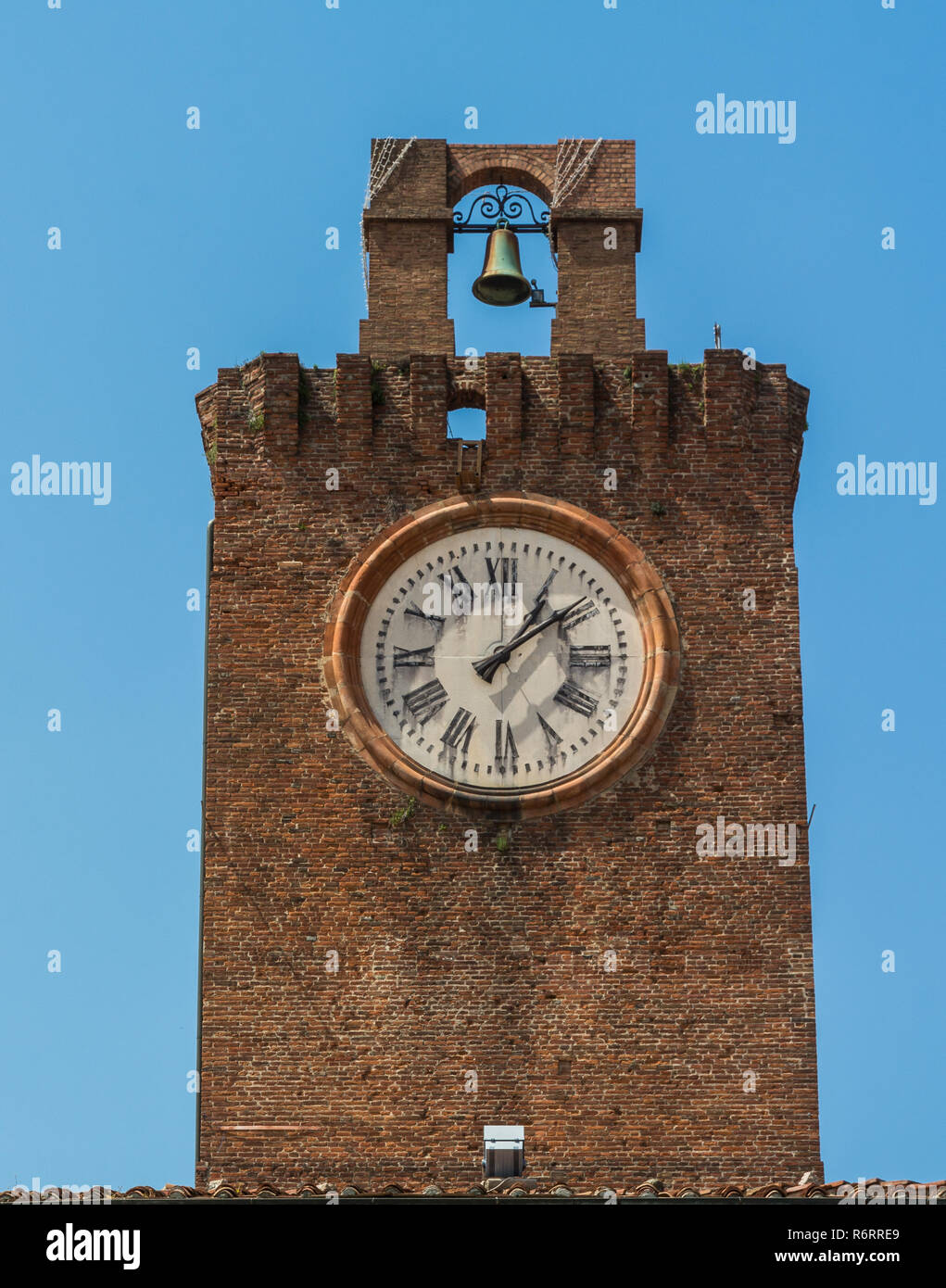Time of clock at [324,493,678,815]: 1:08
